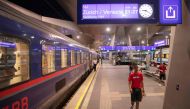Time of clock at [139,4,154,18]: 9:20
